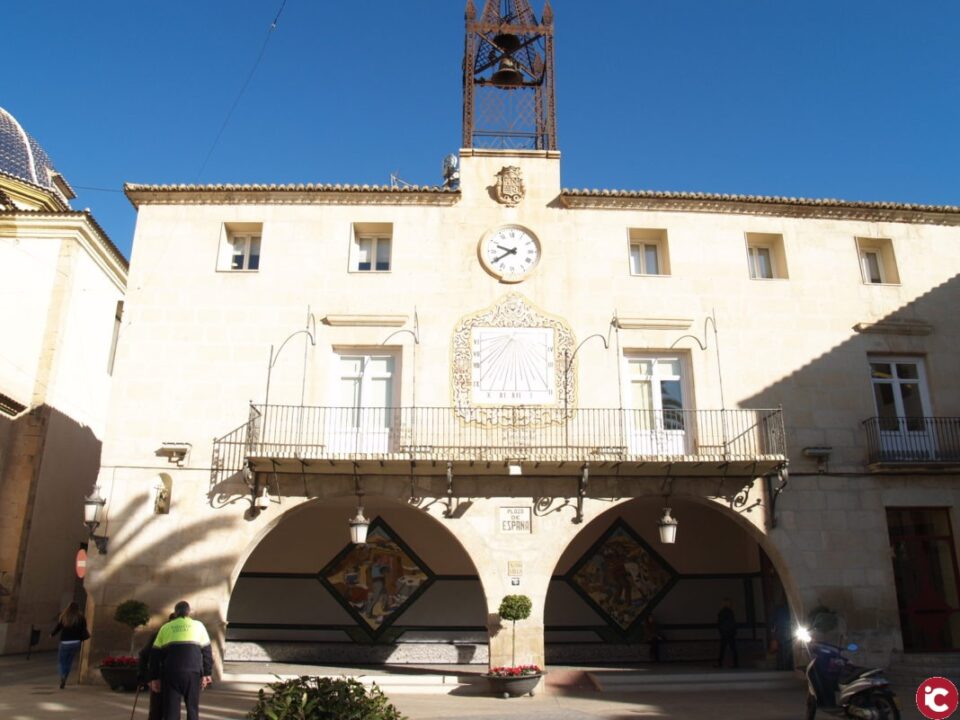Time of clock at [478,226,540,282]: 9:39
